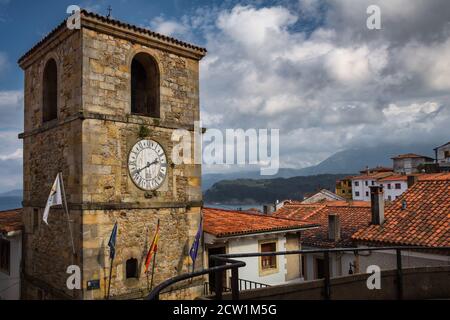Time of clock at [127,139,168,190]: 1:40
